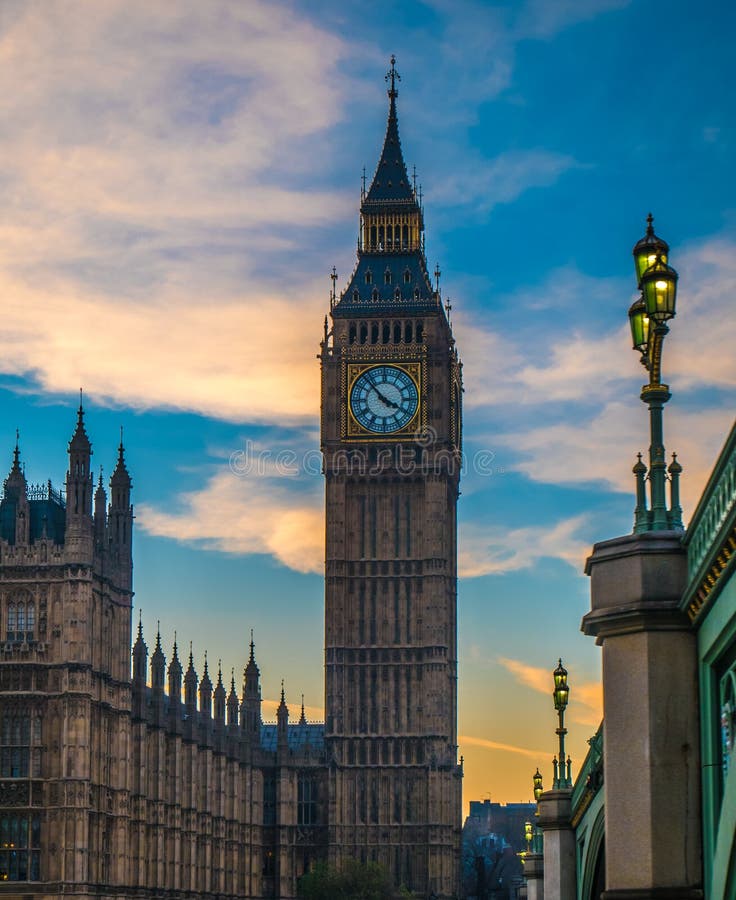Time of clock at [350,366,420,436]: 3:52
